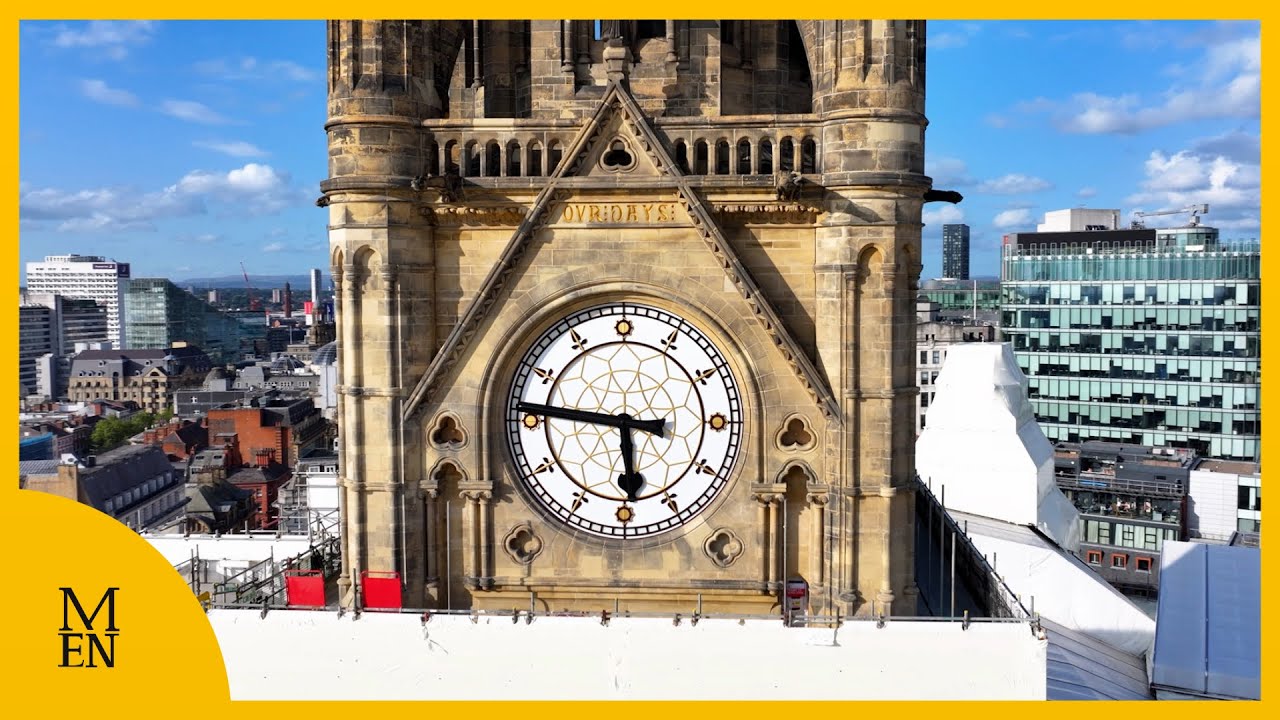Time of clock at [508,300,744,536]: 5:46
